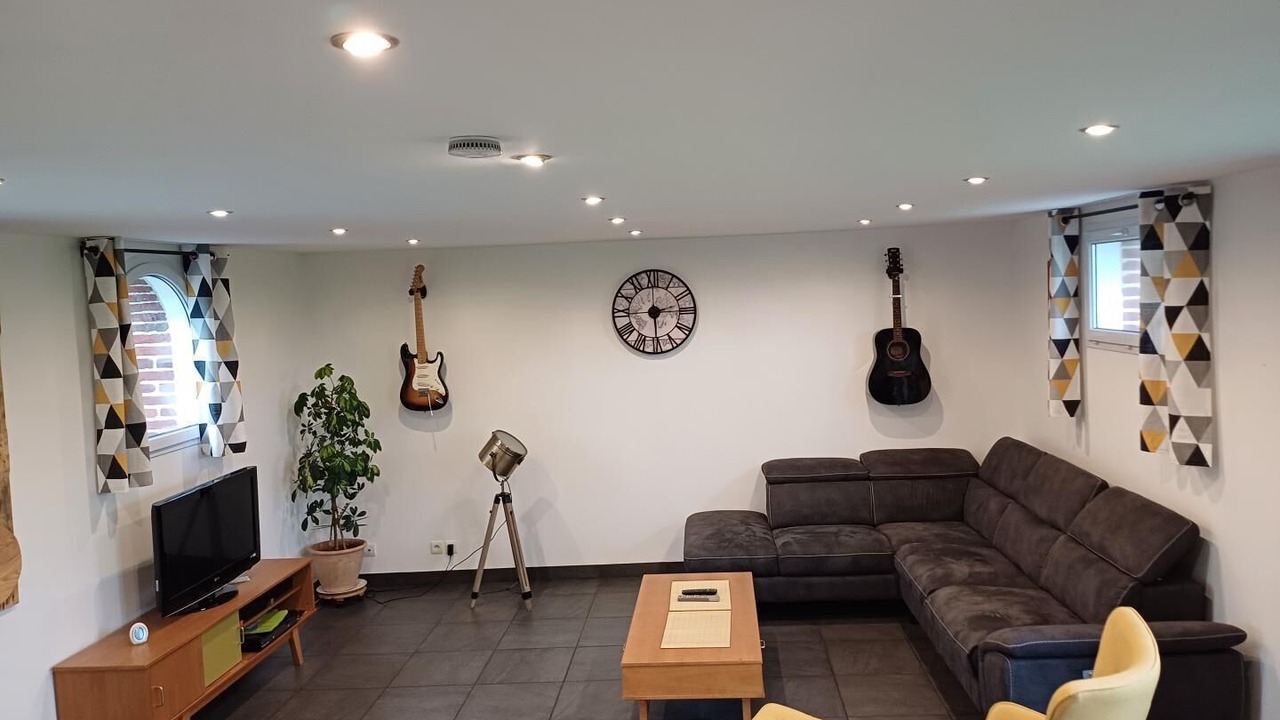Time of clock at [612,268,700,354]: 2:29
